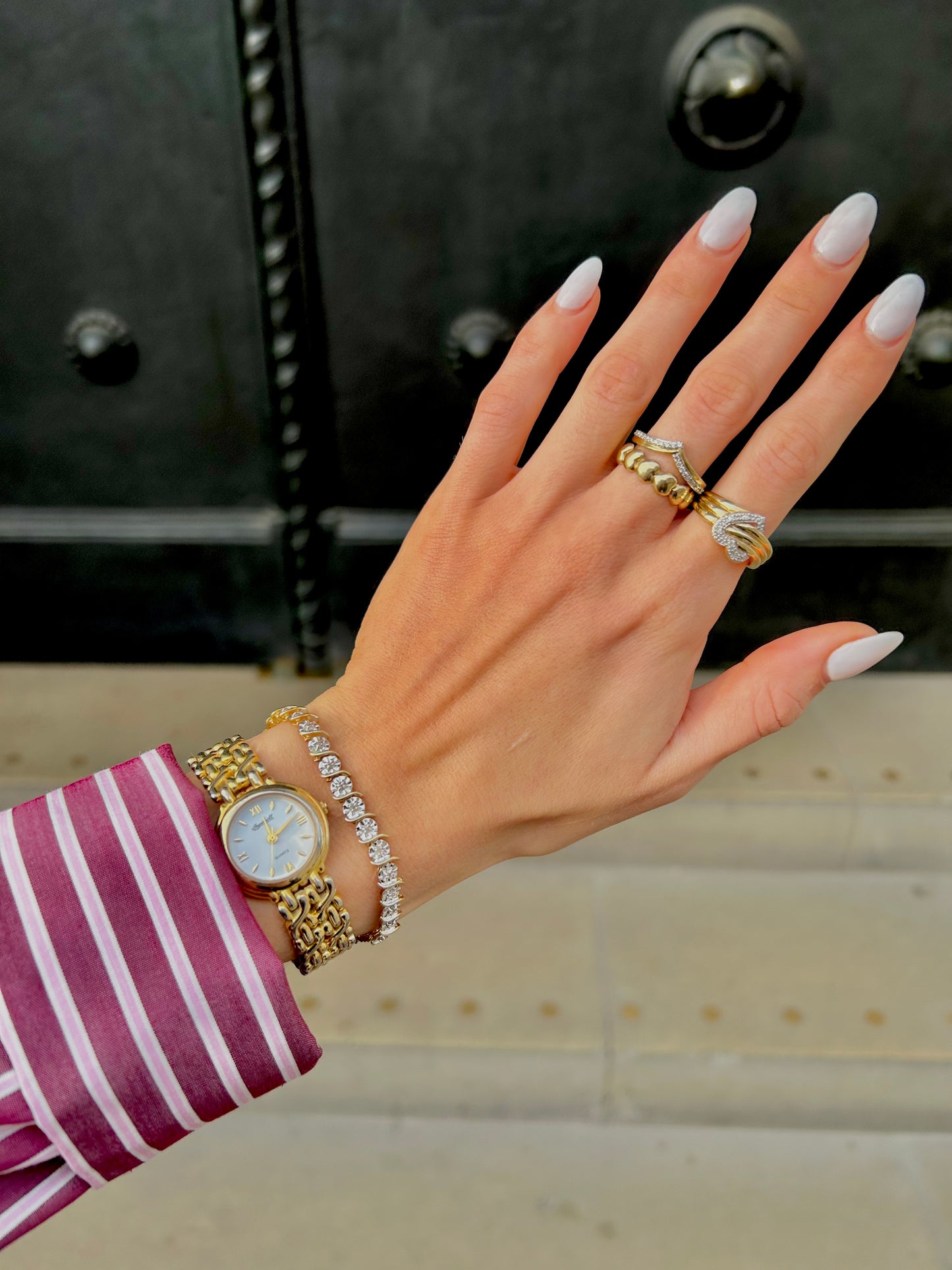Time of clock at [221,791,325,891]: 11:07
